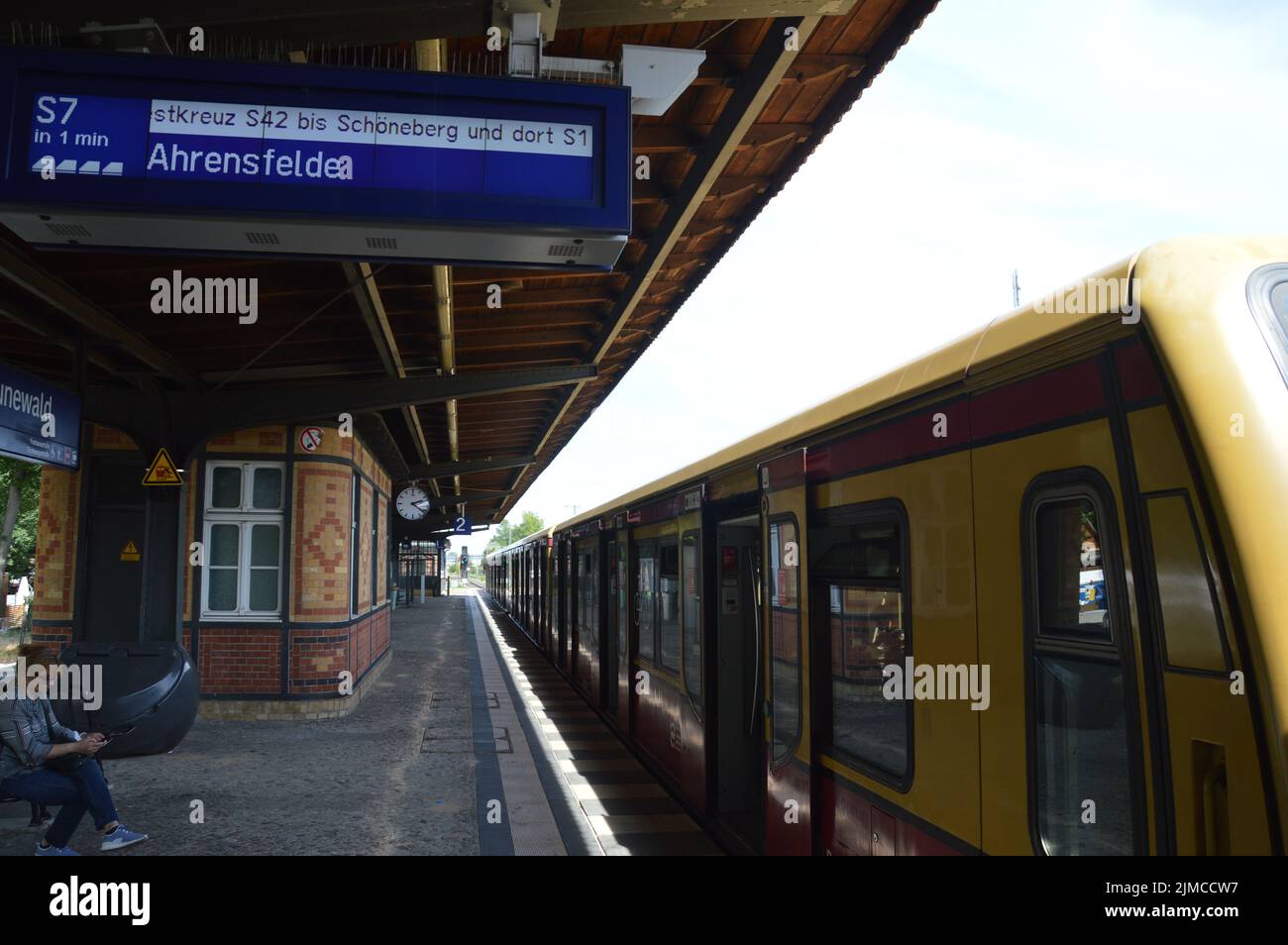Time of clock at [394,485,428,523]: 2:21
